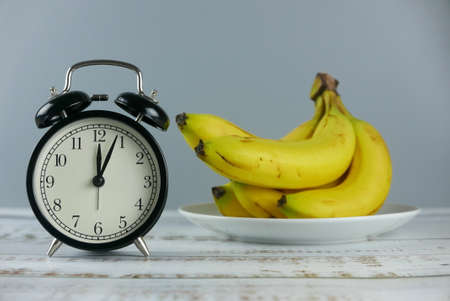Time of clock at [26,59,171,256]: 12:03
